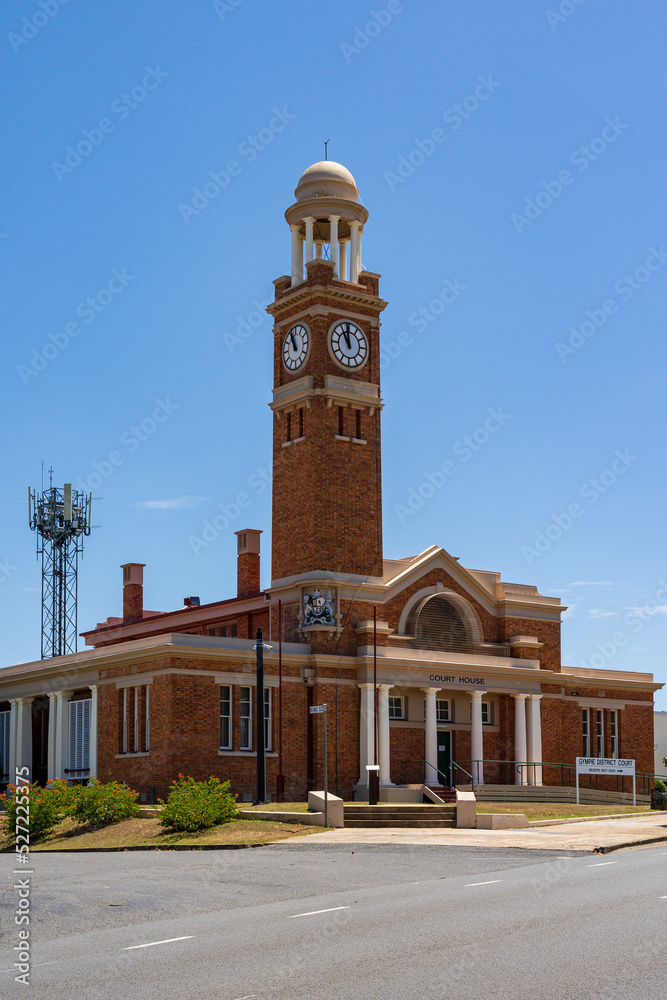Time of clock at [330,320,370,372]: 10:58
